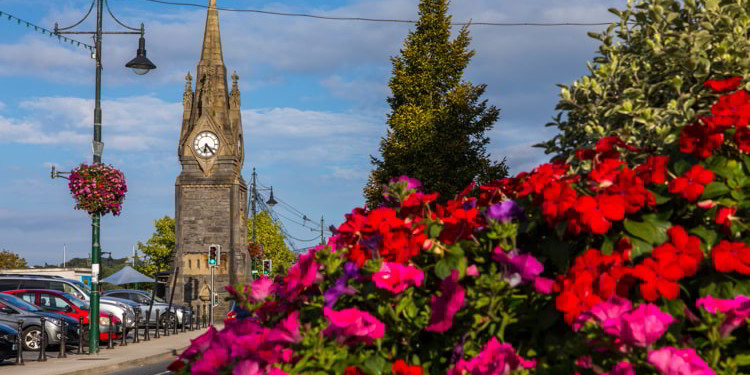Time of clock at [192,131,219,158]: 6:23
